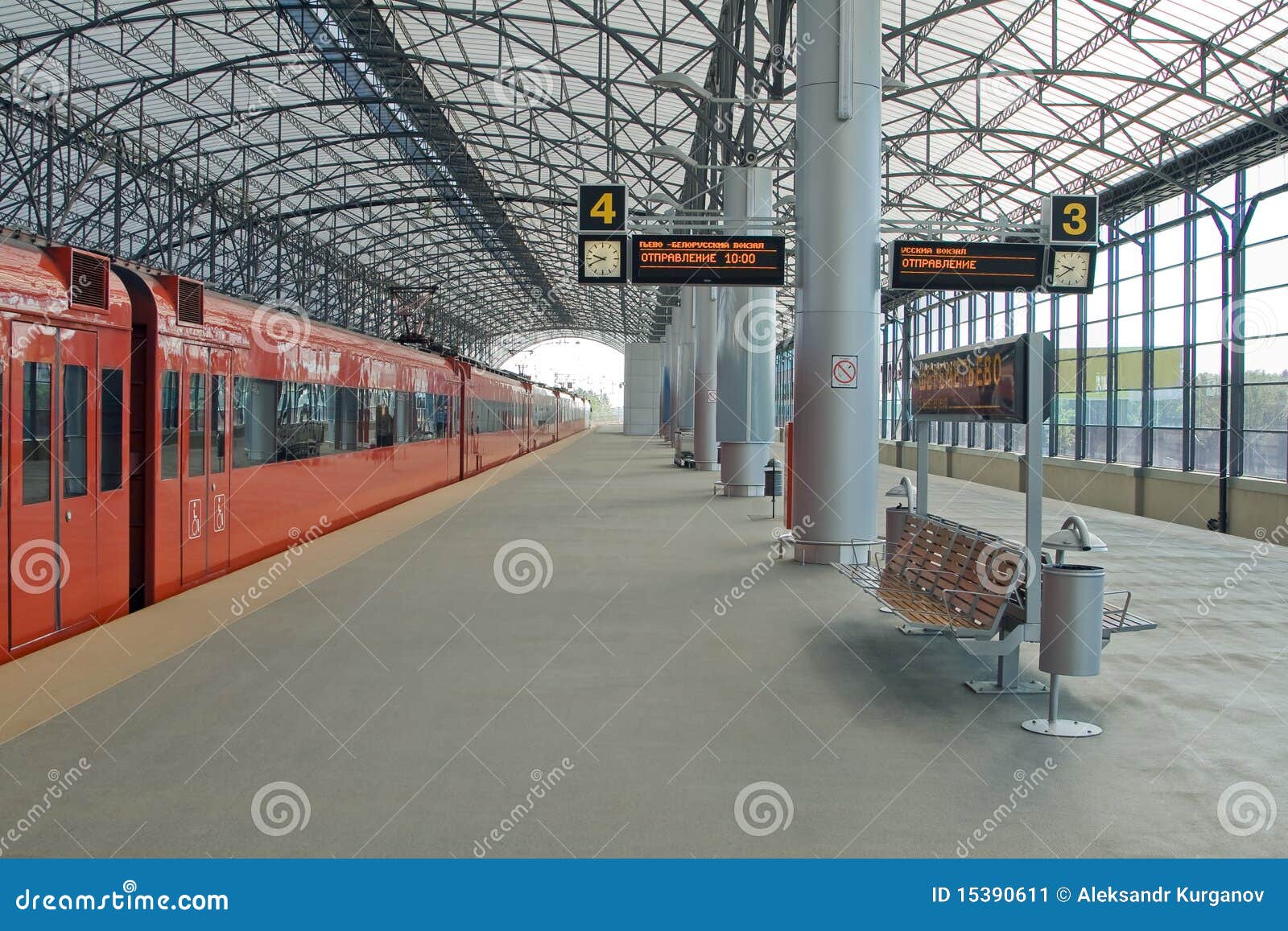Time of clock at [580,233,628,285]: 9:41
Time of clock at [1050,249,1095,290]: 9:39
